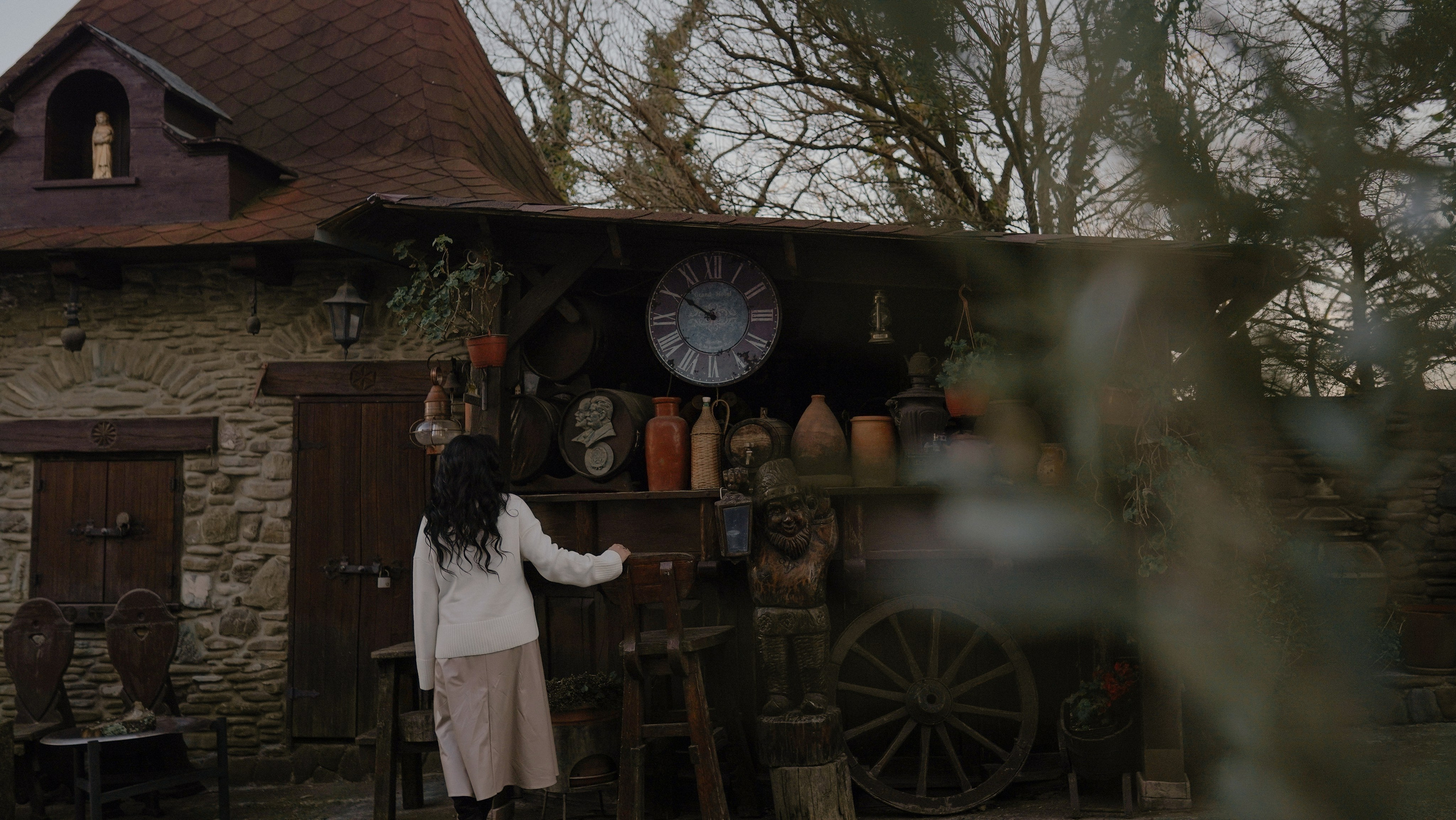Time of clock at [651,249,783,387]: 9:50
